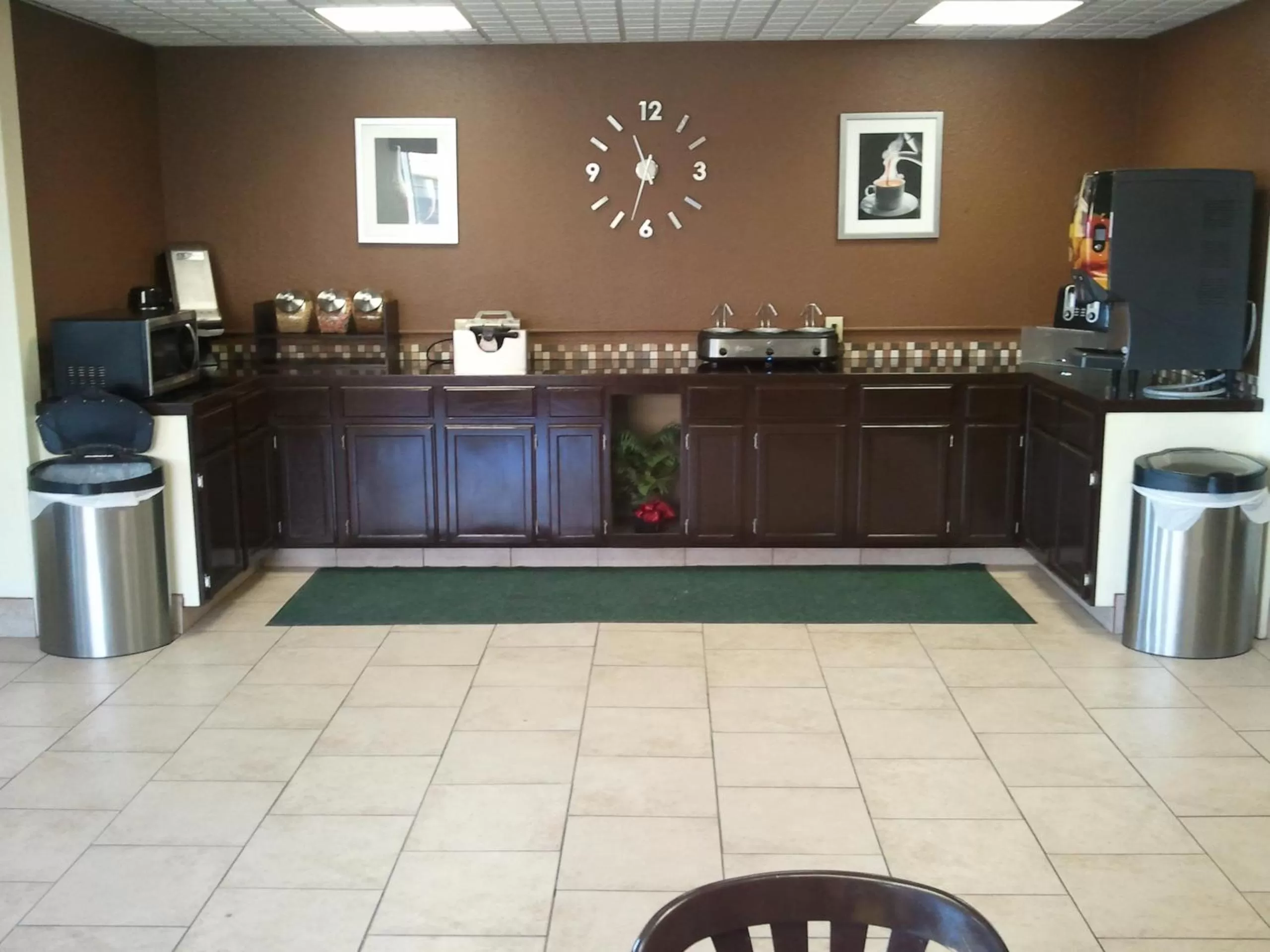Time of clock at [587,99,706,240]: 11:32
